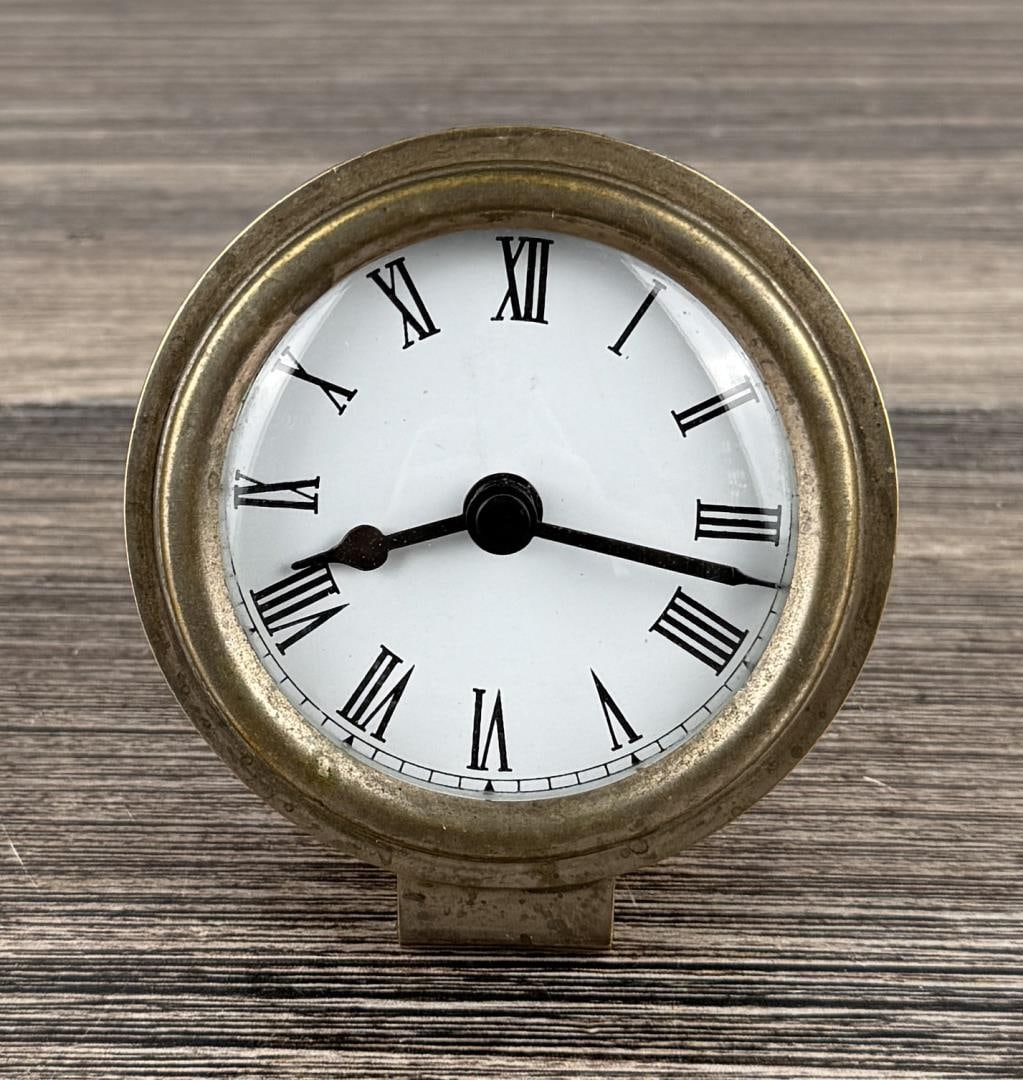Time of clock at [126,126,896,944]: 8:17
